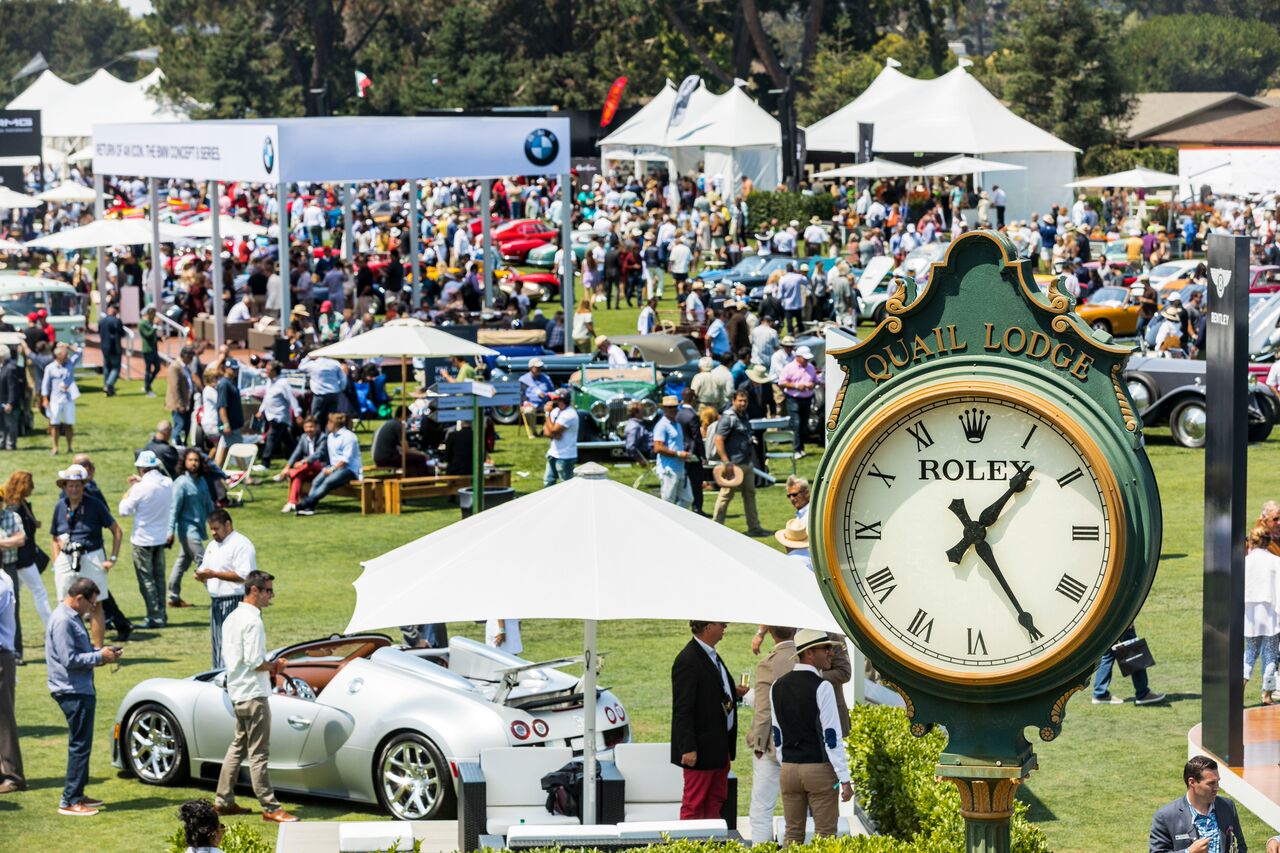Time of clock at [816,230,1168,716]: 1:24
